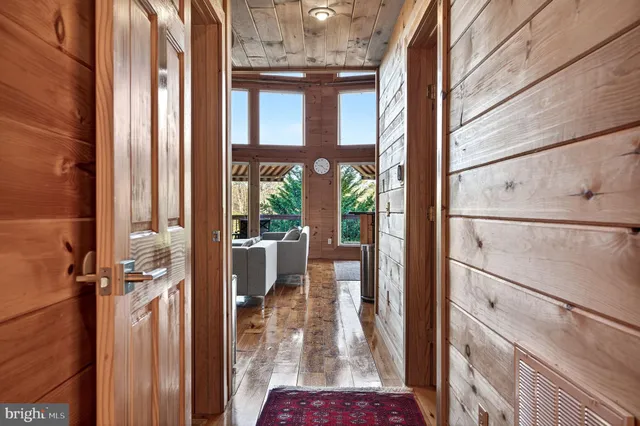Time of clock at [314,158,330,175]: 9:22
